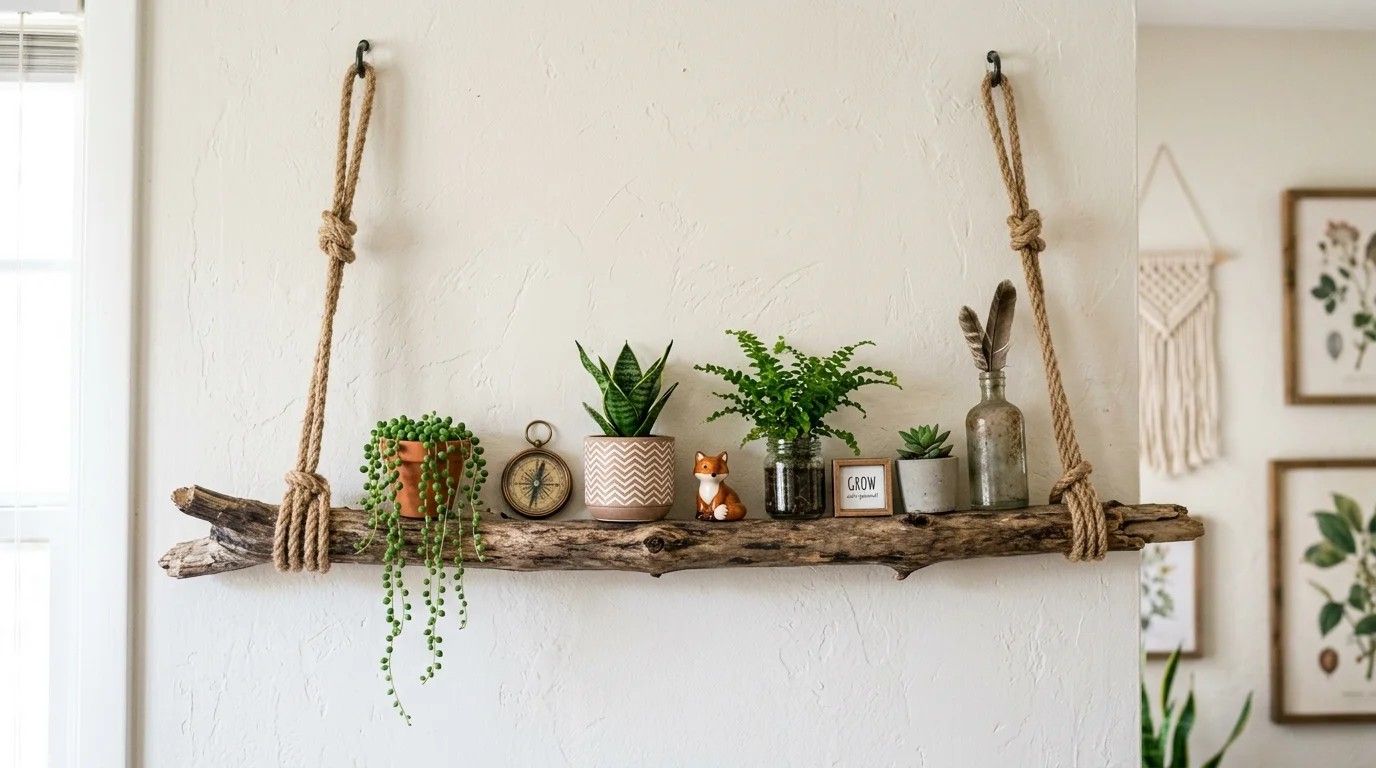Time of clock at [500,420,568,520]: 12:32
